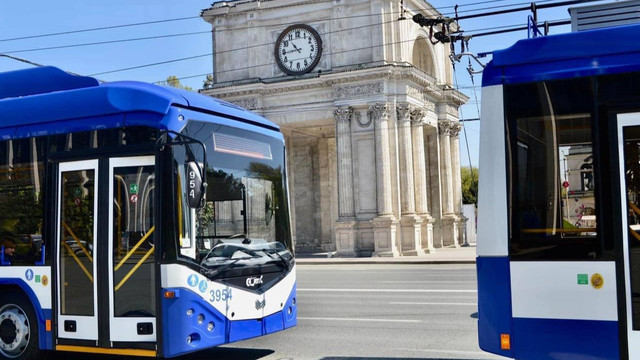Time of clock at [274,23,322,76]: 10:43
